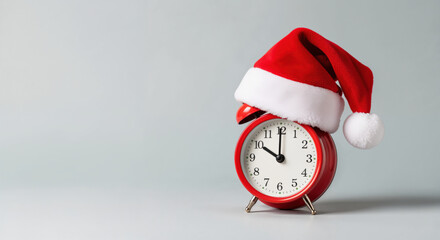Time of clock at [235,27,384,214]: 10:00
